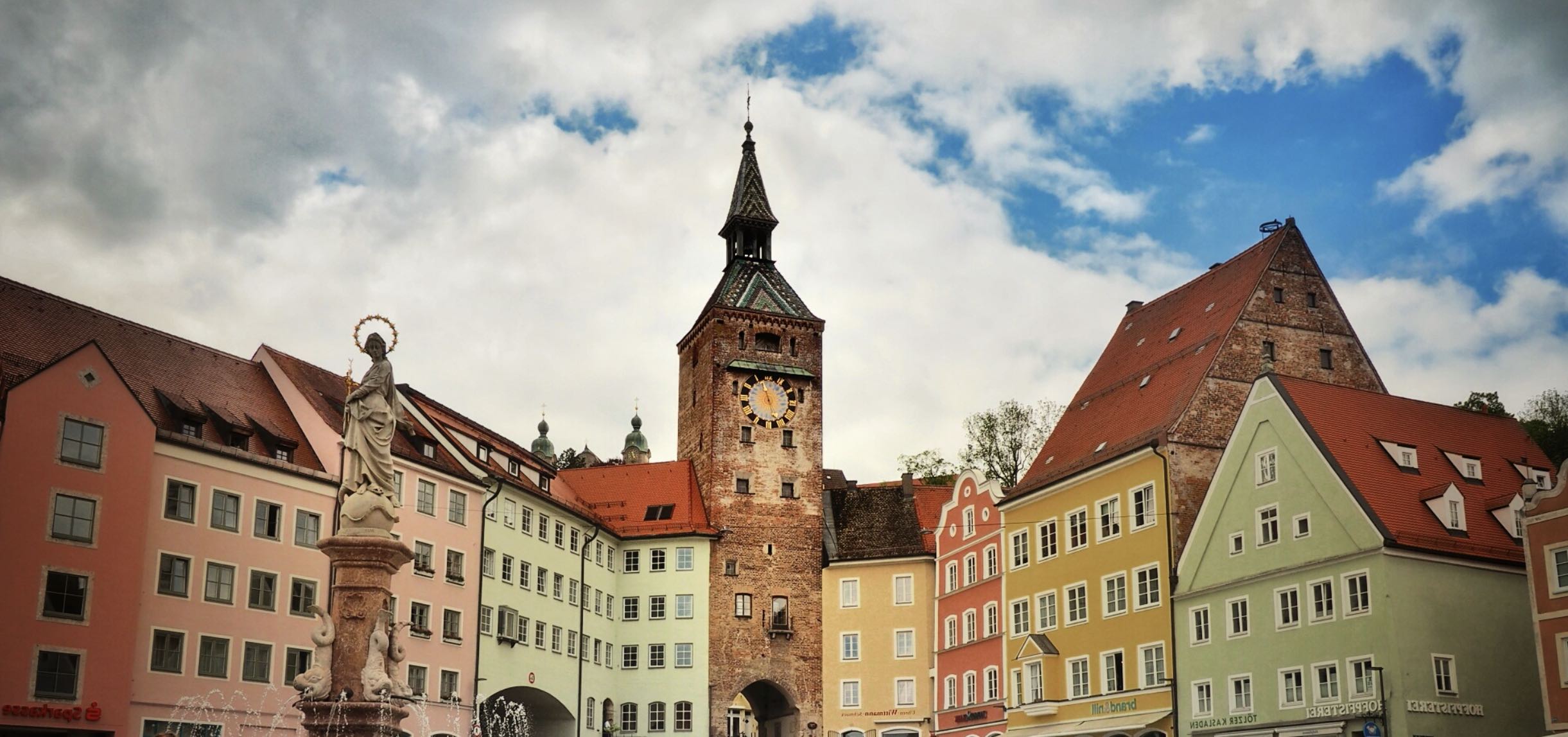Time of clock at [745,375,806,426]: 11:28
